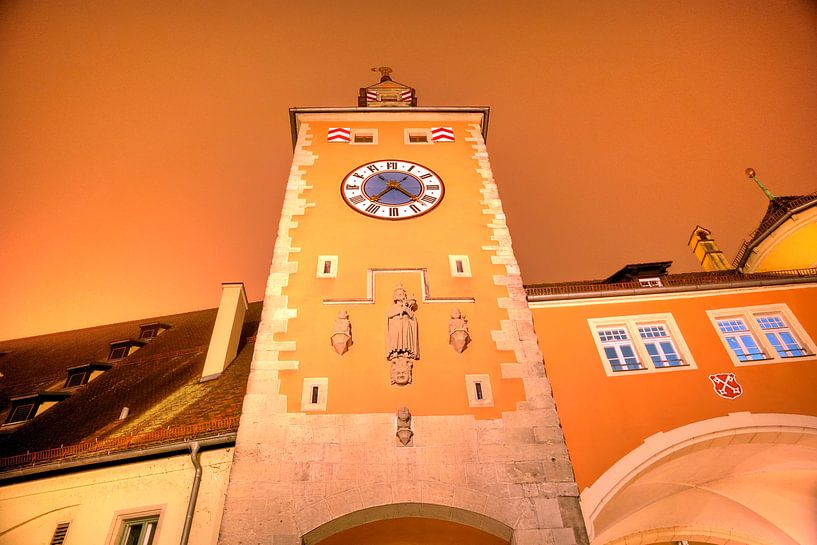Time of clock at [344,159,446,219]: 7:22
